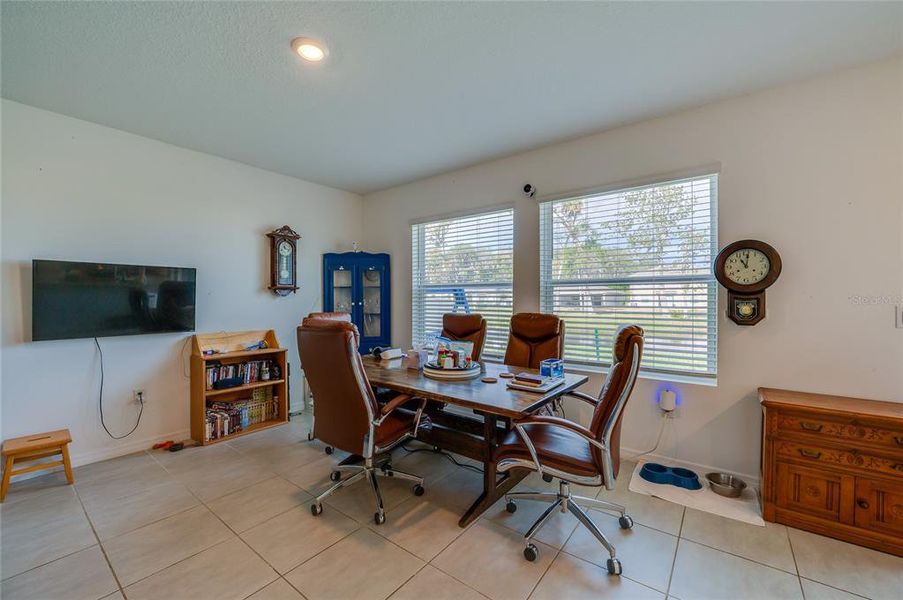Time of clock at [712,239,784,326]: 11:01
